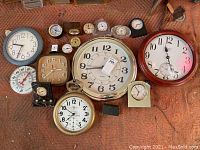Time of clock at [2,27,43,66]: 9:34
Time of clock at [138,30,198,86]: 11:26
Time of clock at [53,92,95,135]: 7:50
